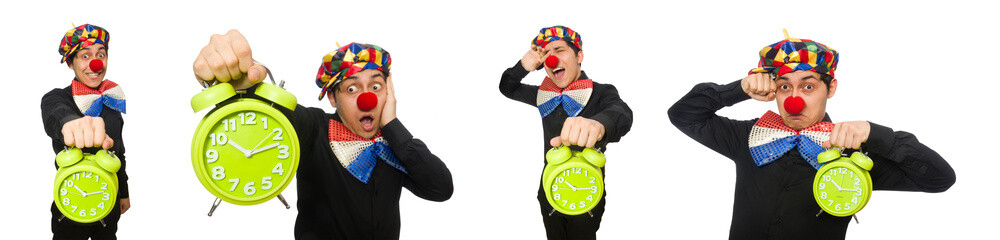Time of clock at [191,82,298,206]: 10:12
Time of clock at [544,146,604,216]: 10:14
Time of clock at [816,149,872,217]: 10:14
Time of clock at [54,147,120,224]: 10:12
